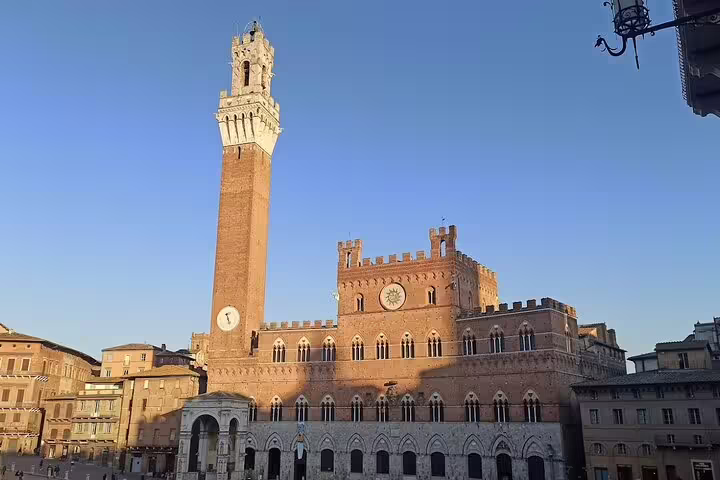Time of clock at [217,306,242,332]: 5:26
